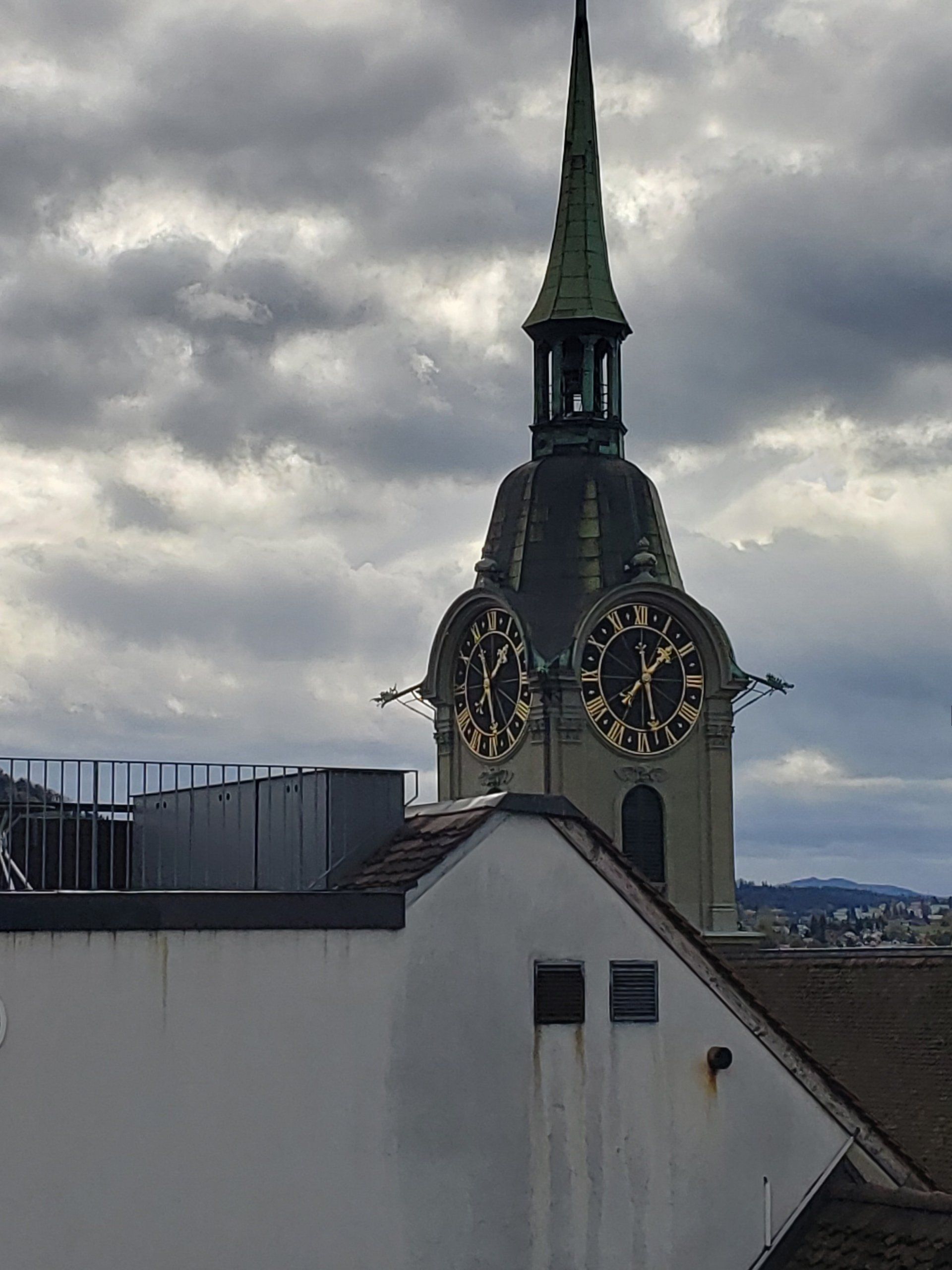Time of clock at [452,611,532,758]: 1:28
